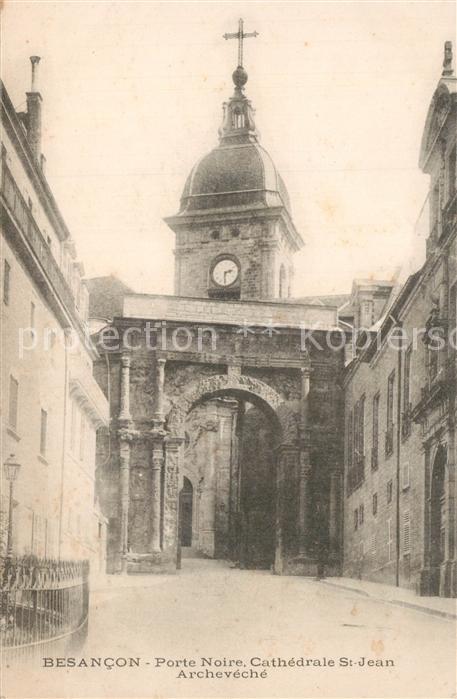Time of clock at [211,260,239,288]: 2:30
